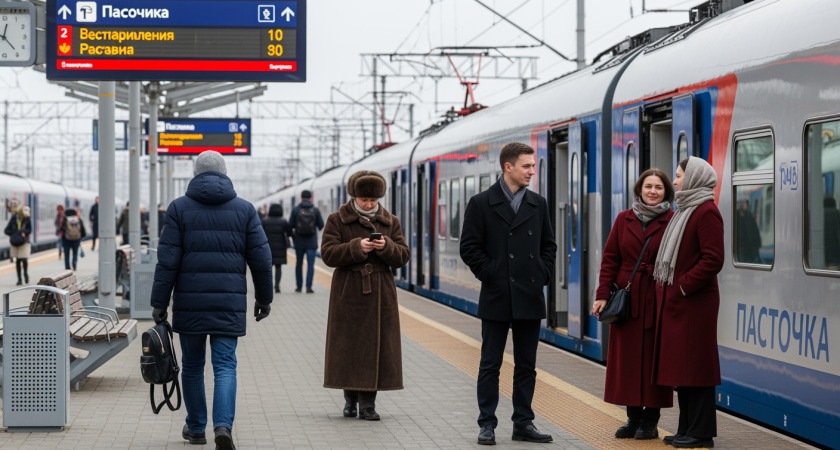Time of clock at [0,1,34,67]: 12:23
